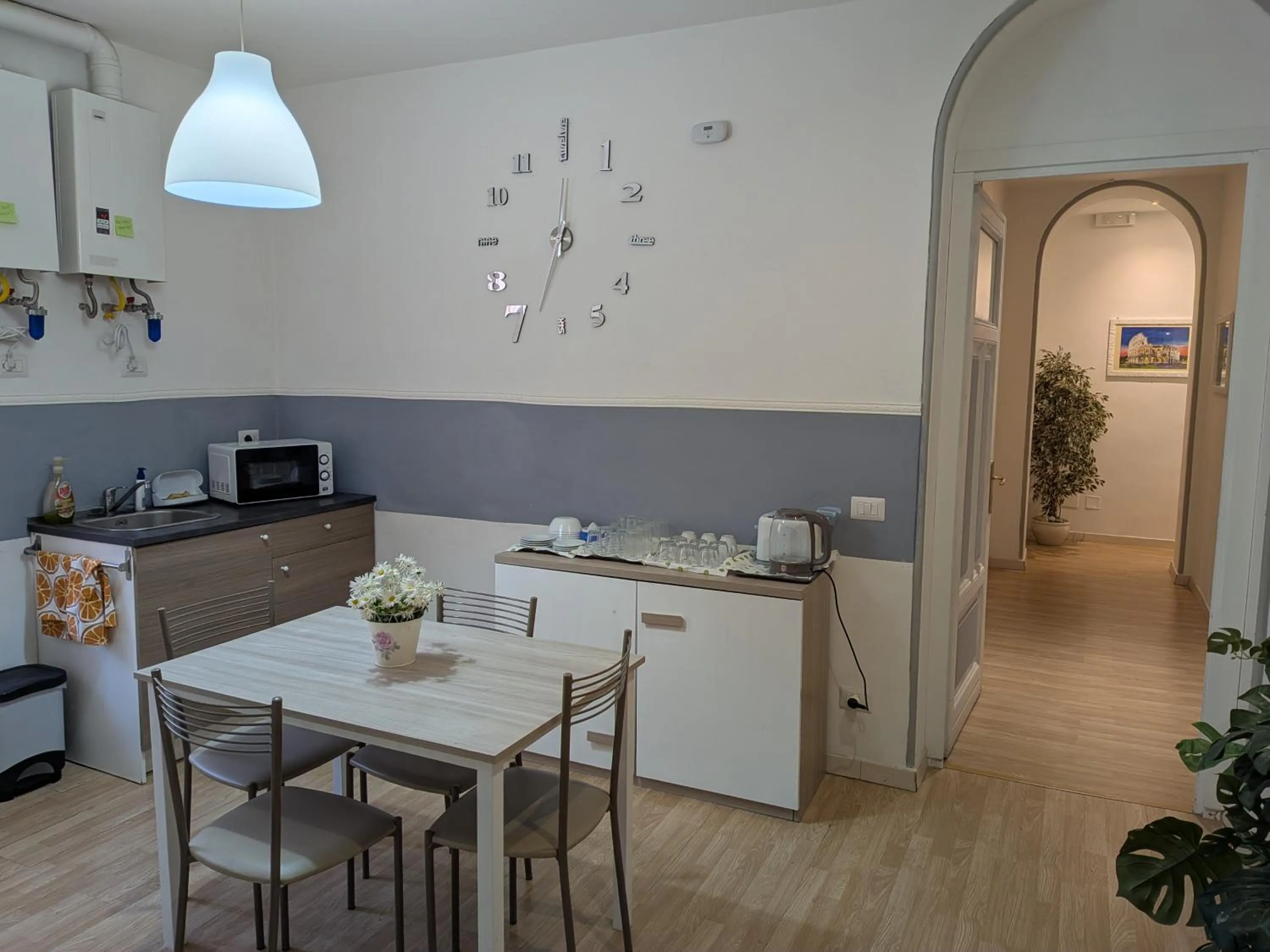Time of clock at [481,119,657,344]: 12:33
